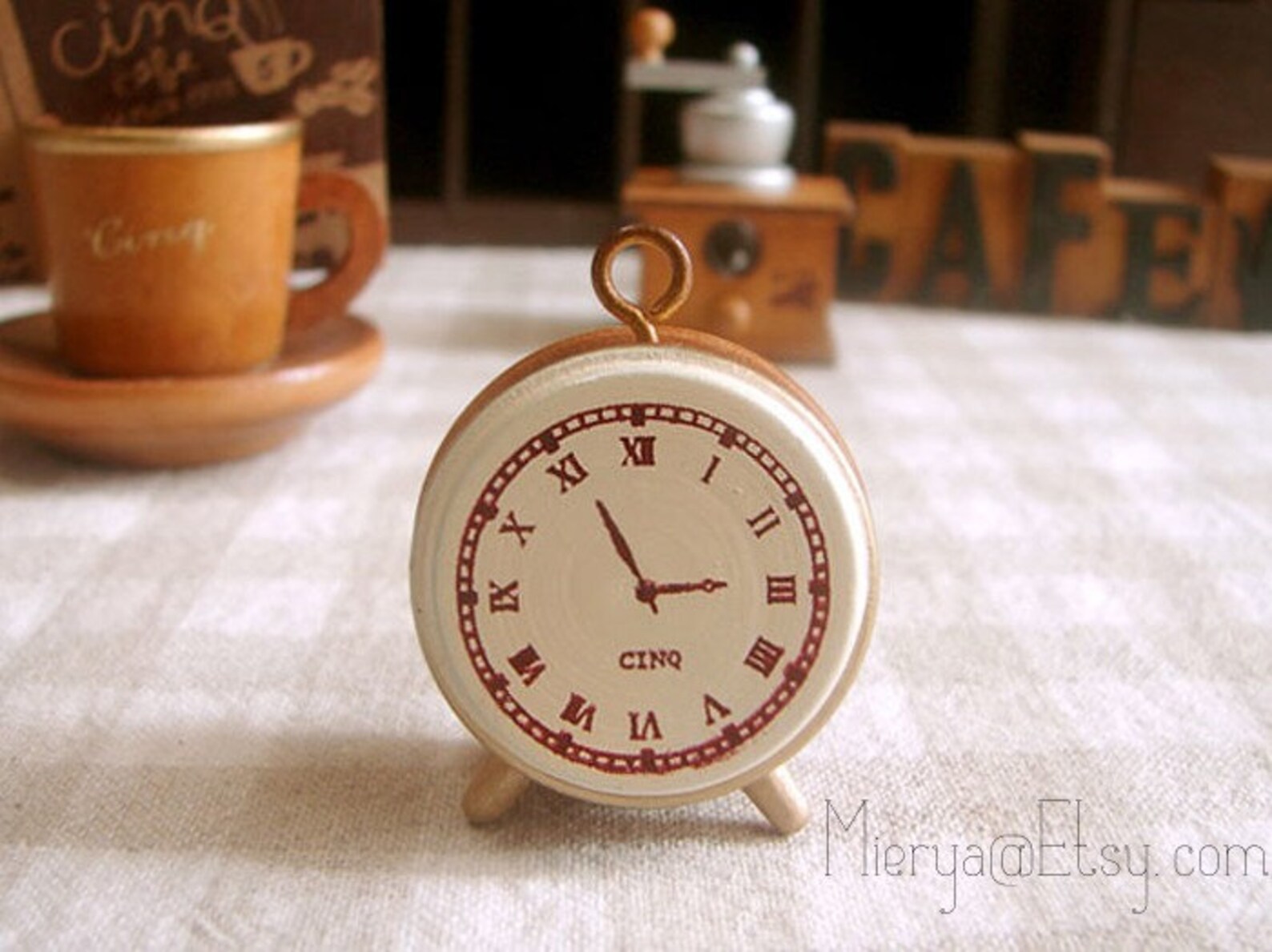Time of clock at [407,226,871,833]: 2:55
